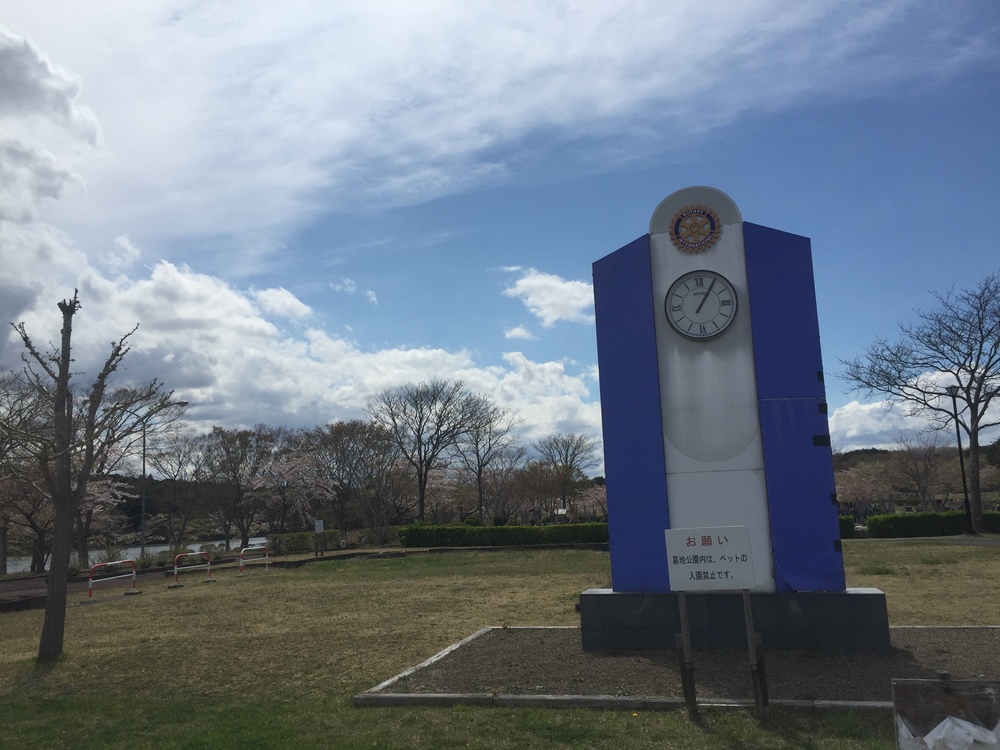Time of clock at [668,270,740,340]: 1:05
